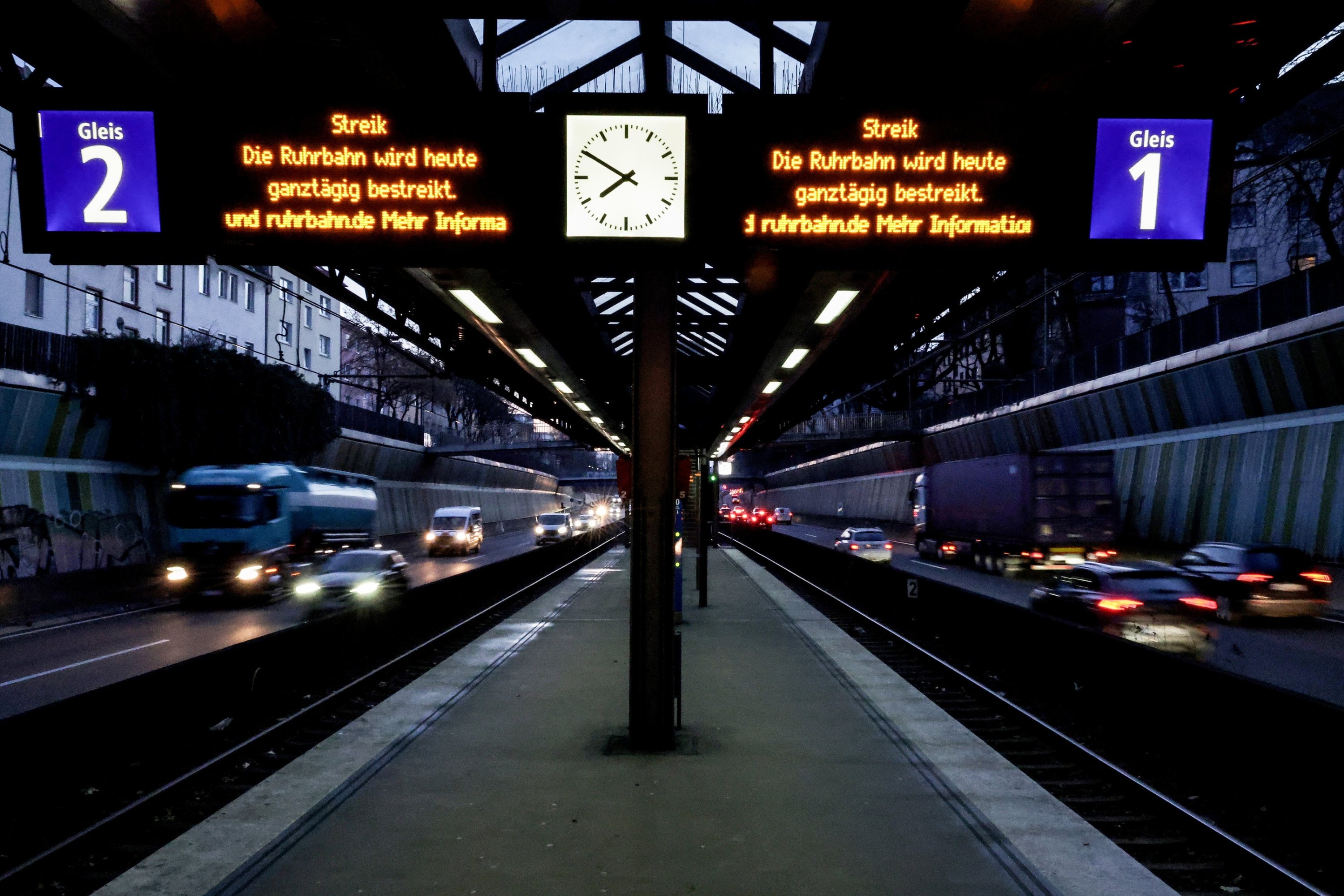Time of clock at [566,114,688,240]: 7:50
